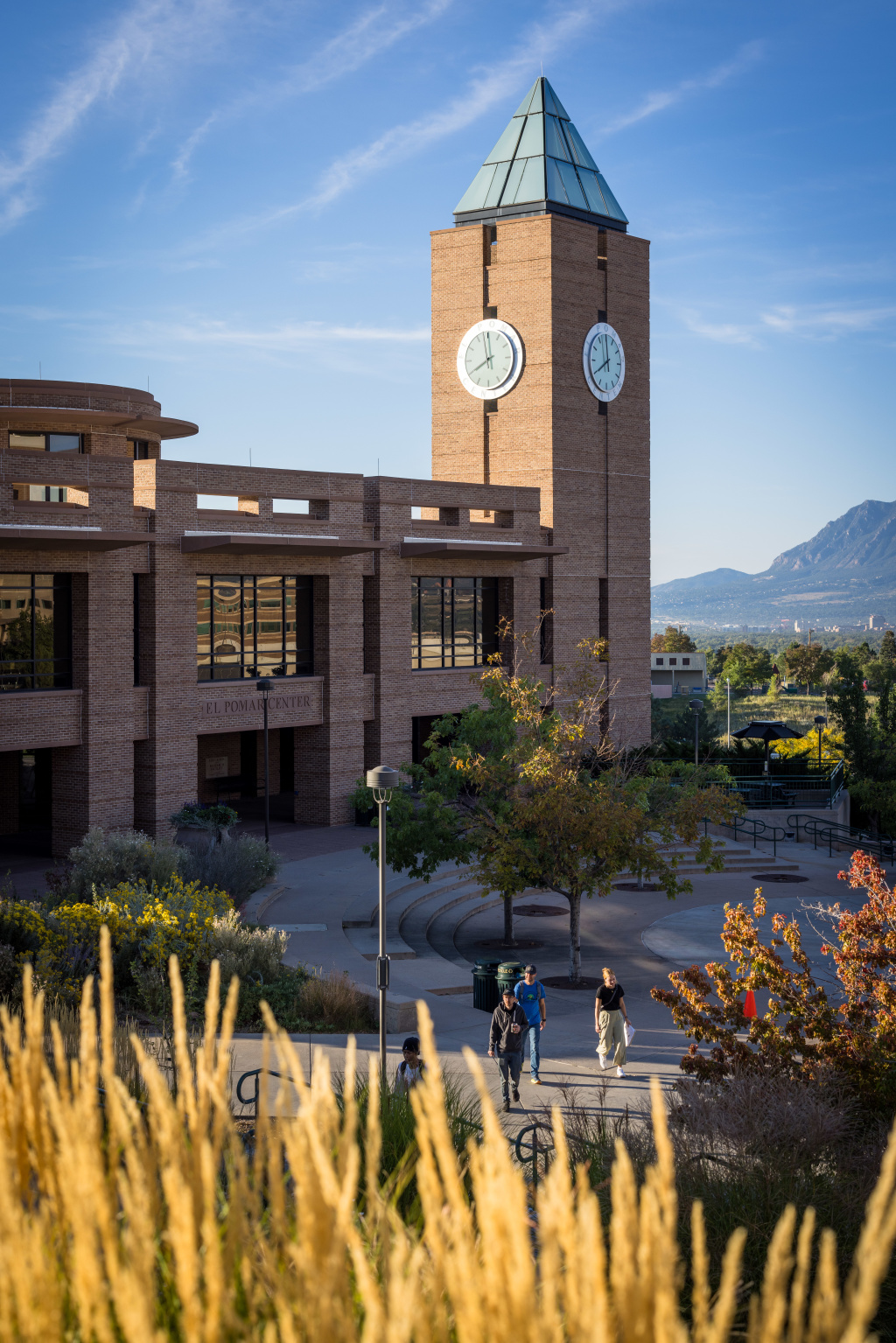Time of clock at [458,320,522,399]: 7:58
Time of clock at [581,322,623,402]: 7:59
